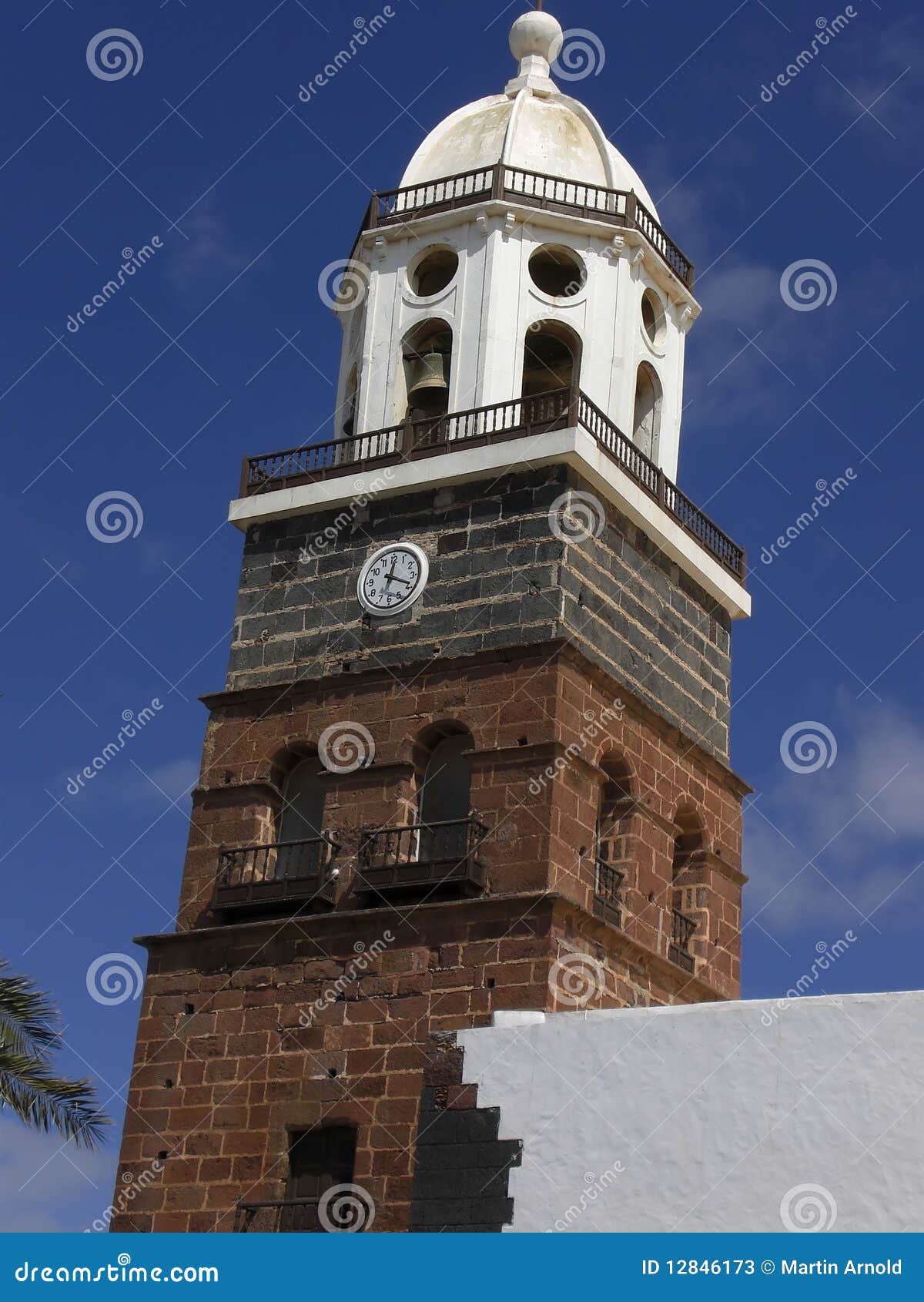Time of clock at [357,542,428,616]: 12:18
